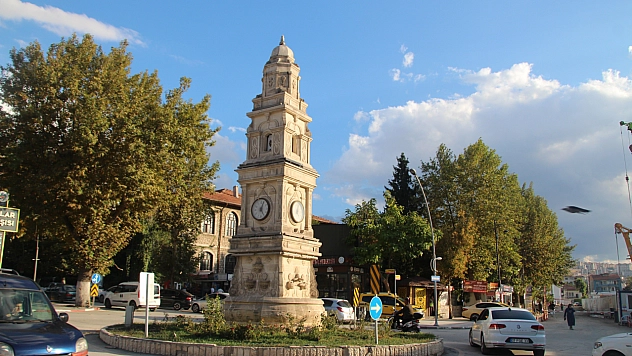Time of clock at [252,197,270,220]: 5:03
